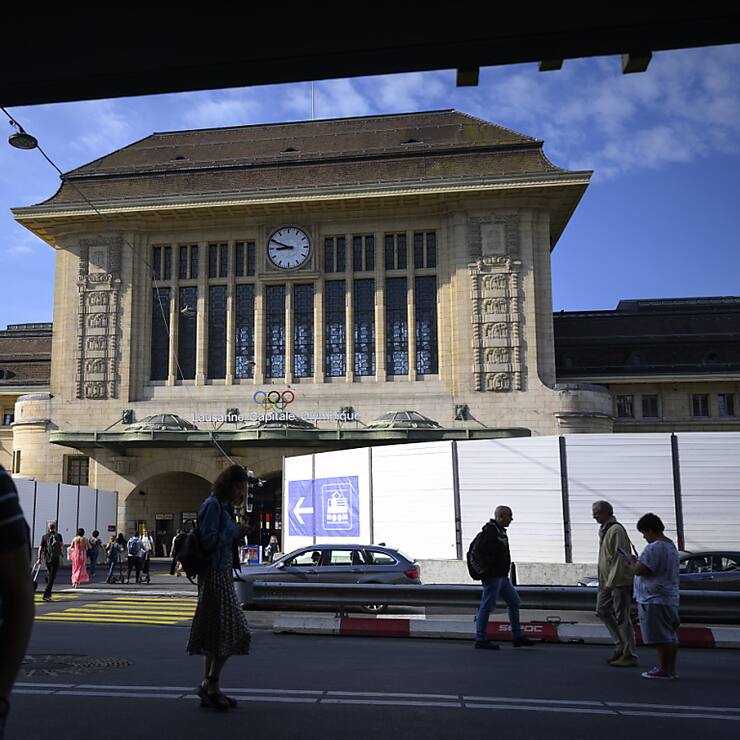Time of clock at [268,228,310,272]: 8:49
